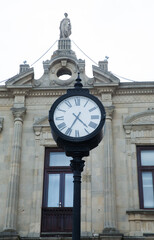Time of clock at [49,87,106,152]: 4:34
